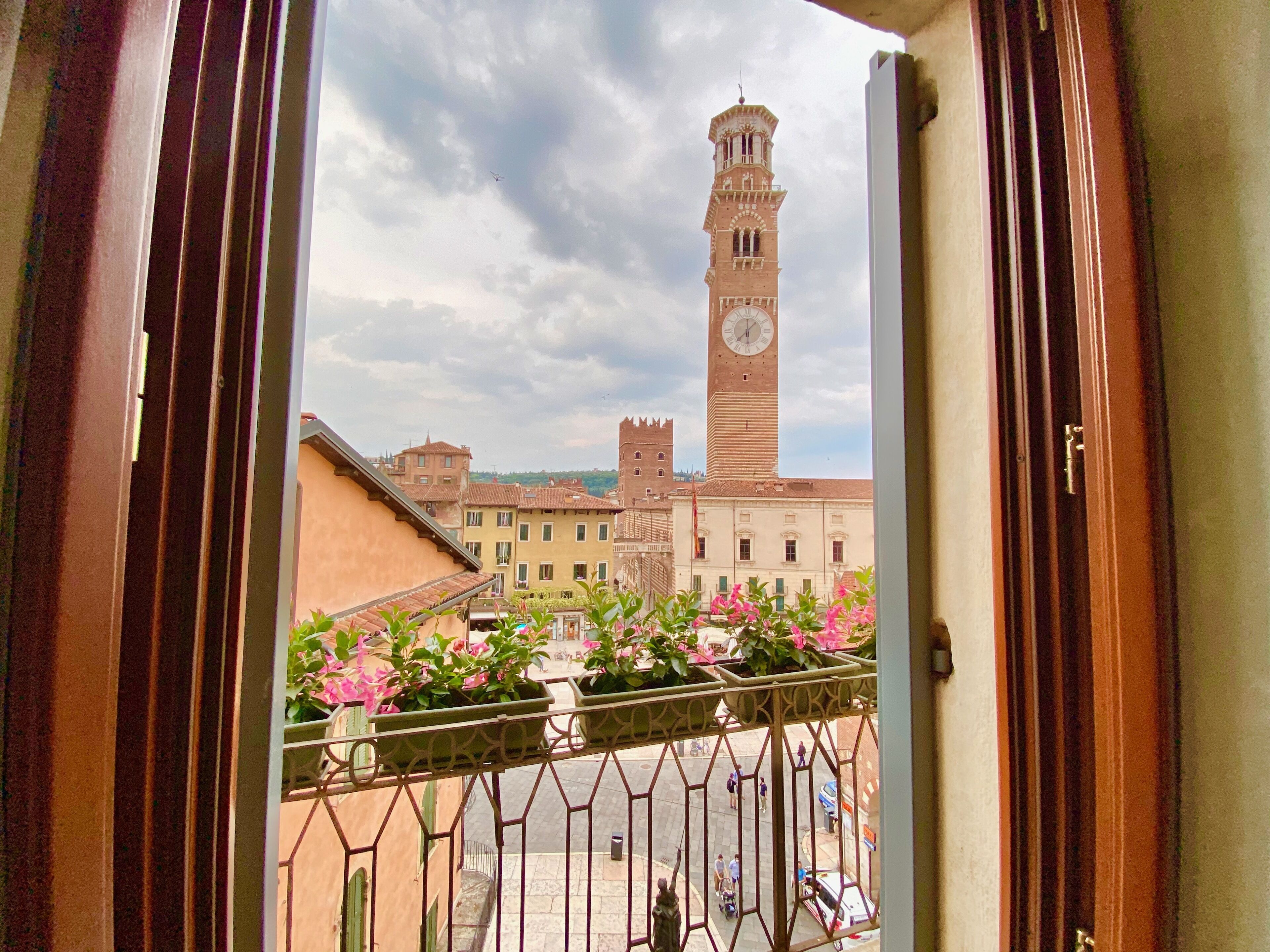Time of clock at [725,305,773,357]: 1:37
